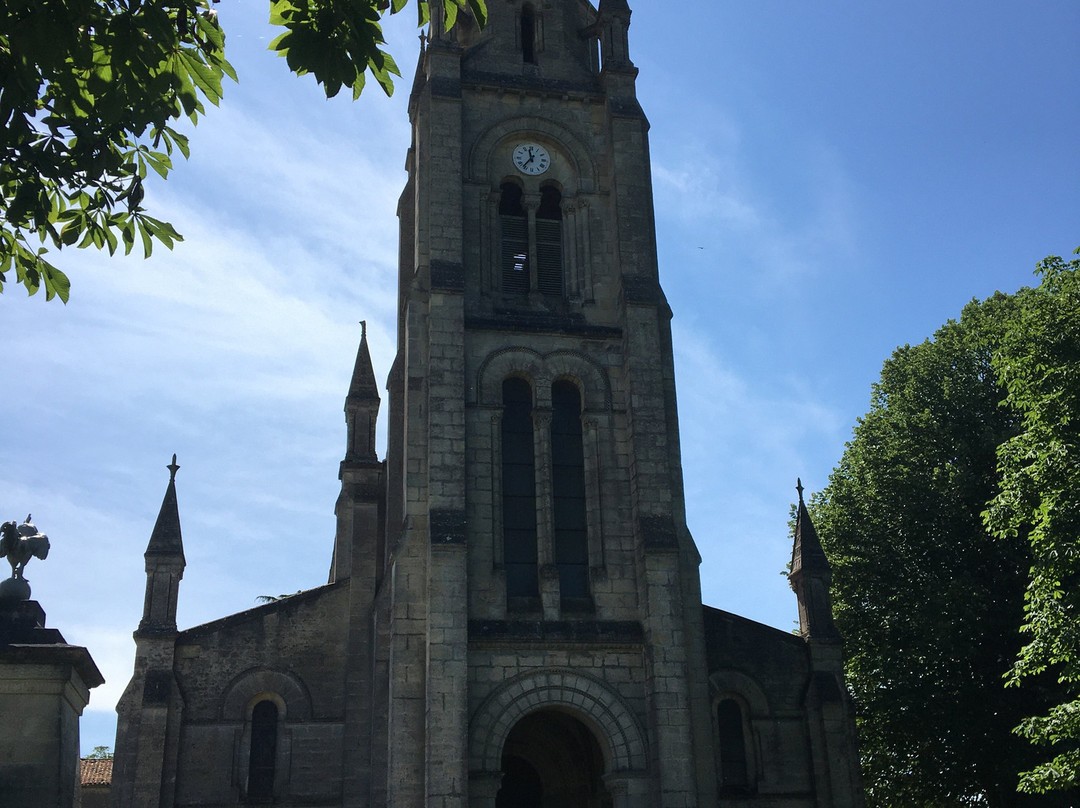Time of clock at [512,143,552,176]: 11:36
